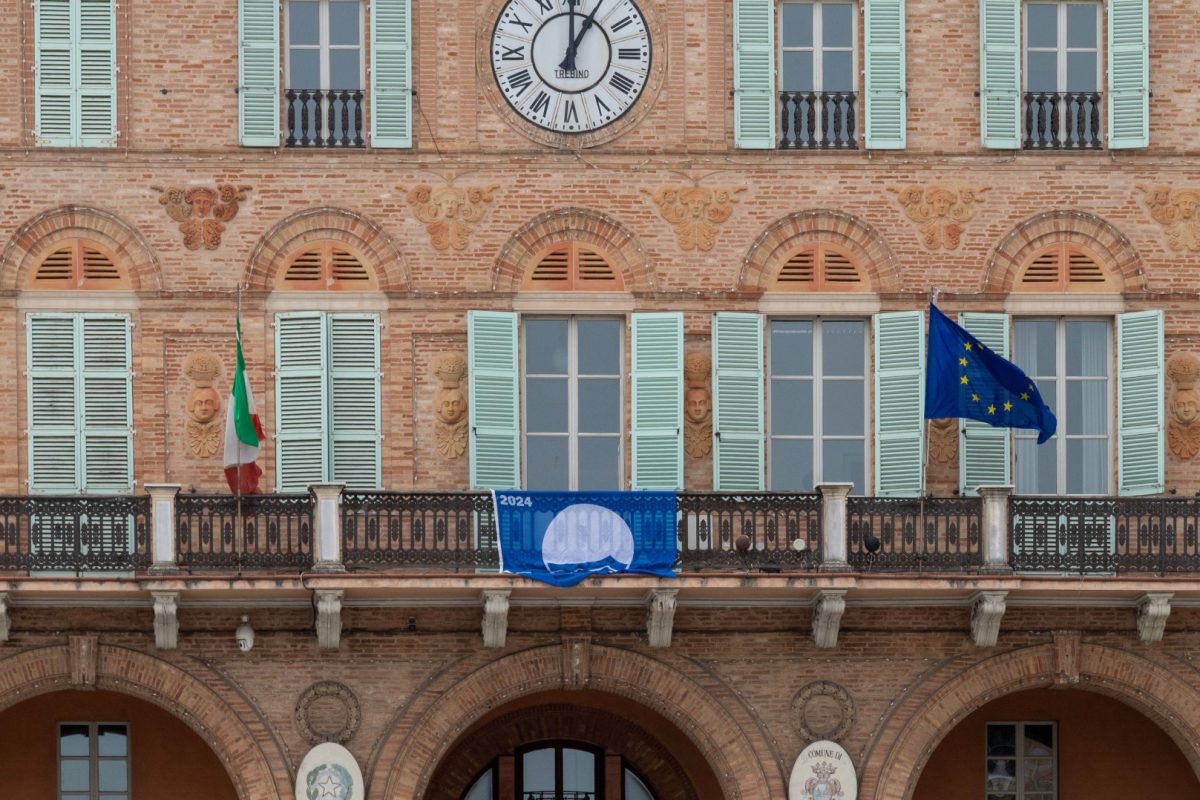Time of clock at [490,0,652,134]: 1:00
